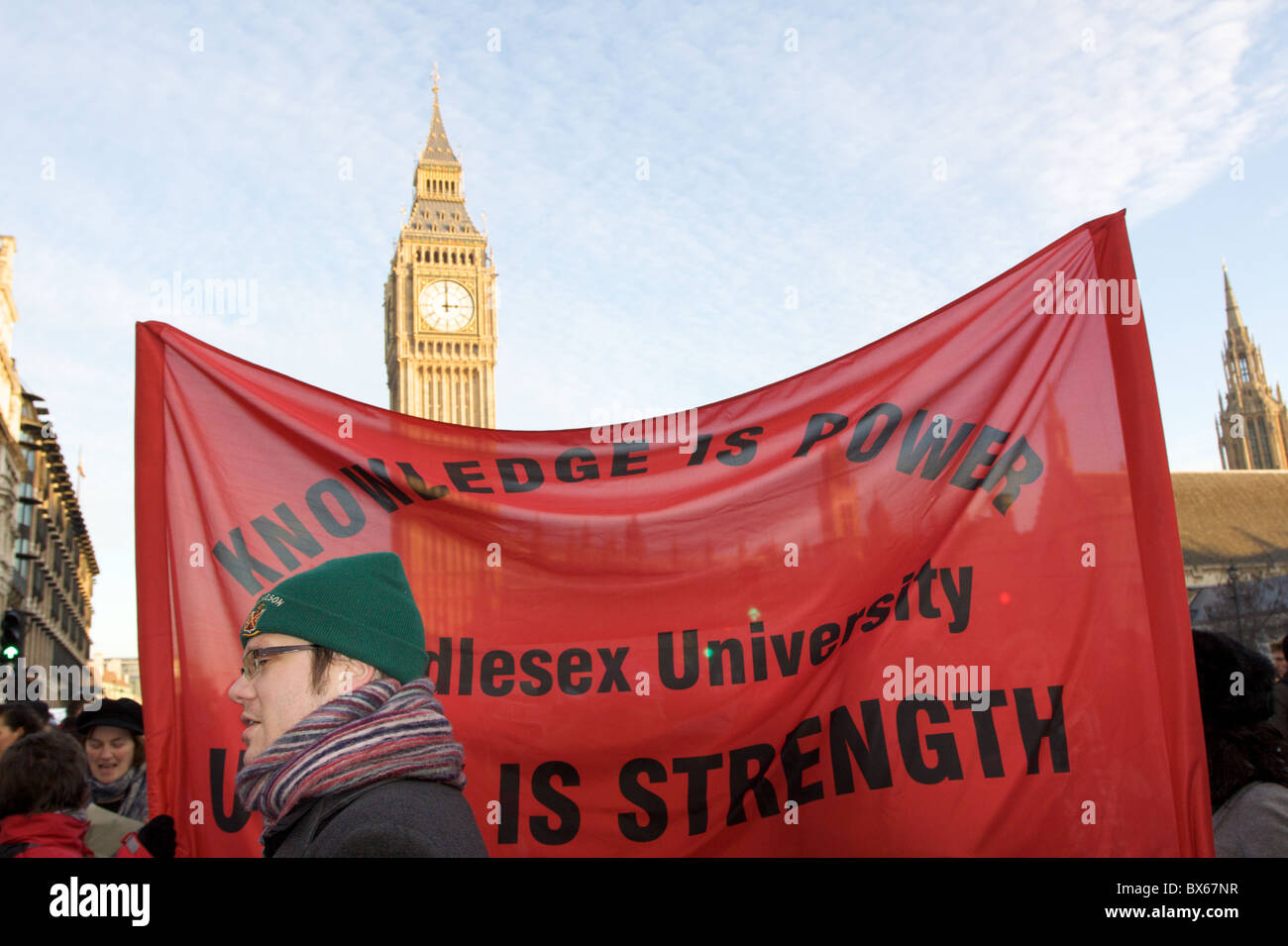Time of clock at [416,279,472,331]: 2:59
